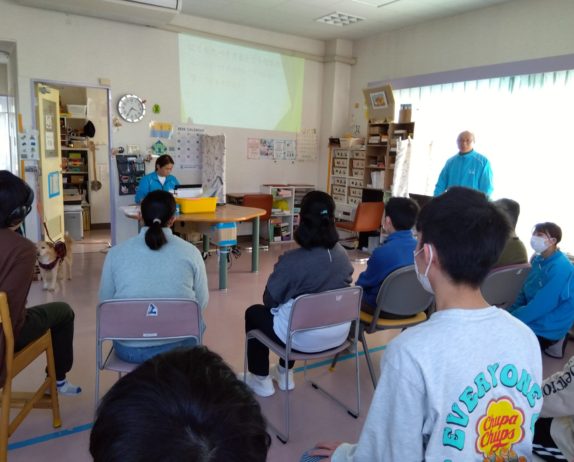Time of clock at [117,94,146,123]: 7:18
